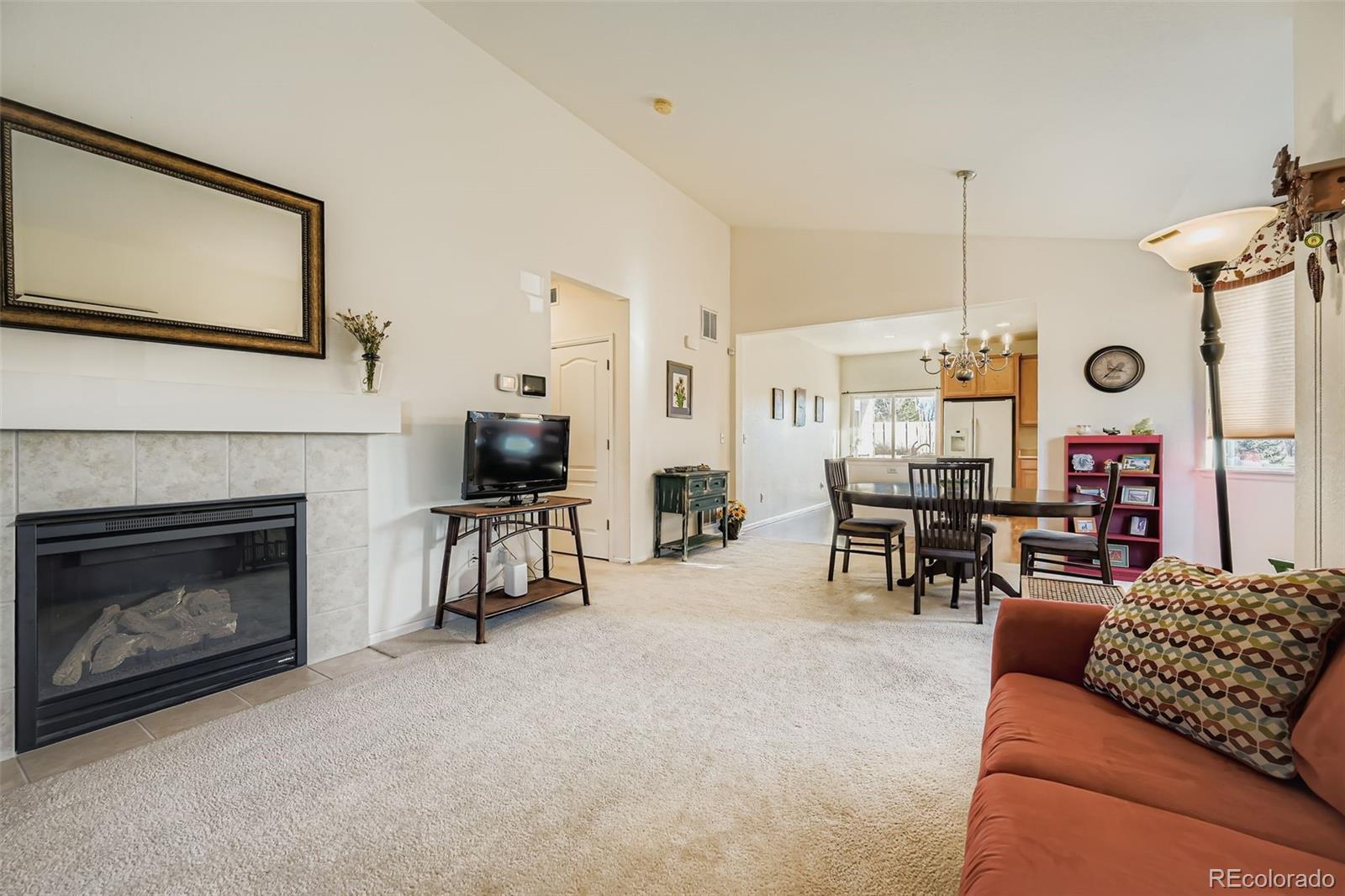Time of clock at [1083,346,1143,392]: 3:37
